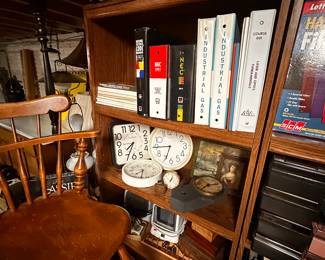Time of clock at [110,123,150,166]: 7:34
